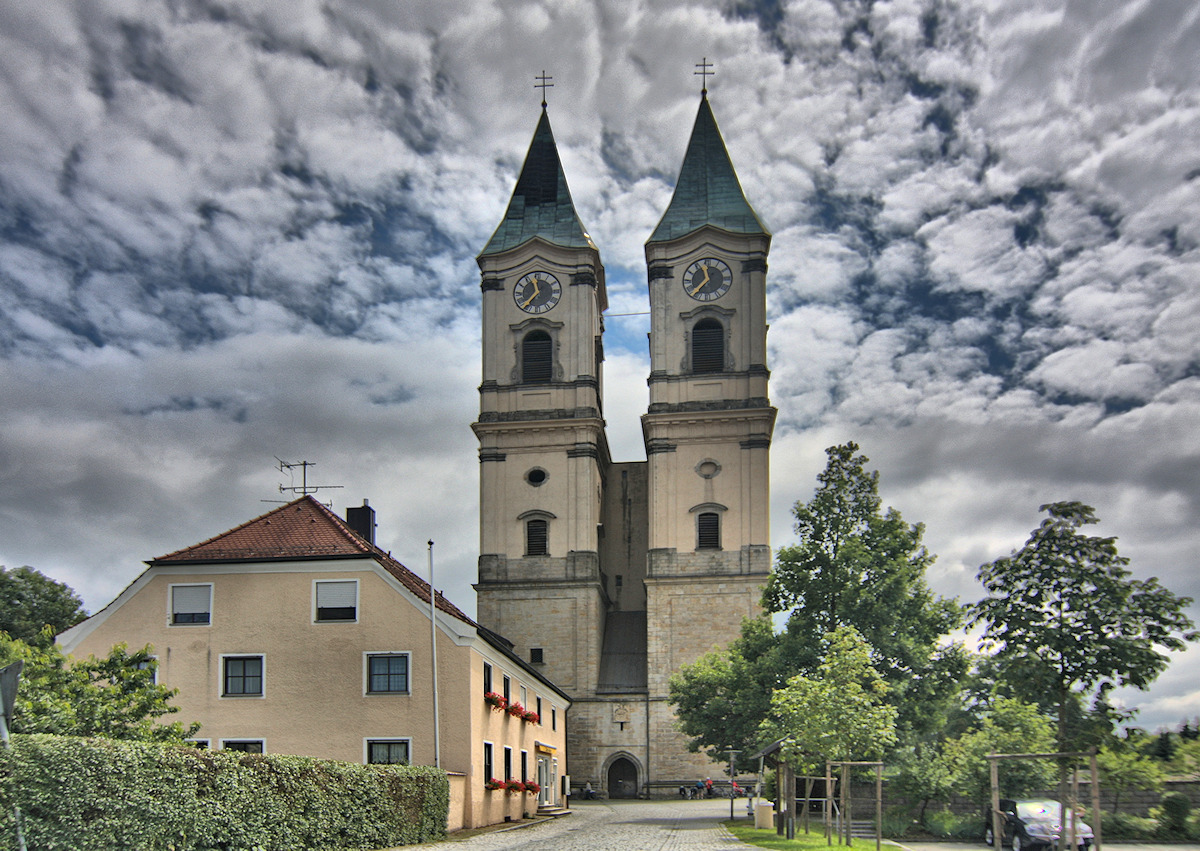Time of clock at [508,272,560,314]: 11:36
